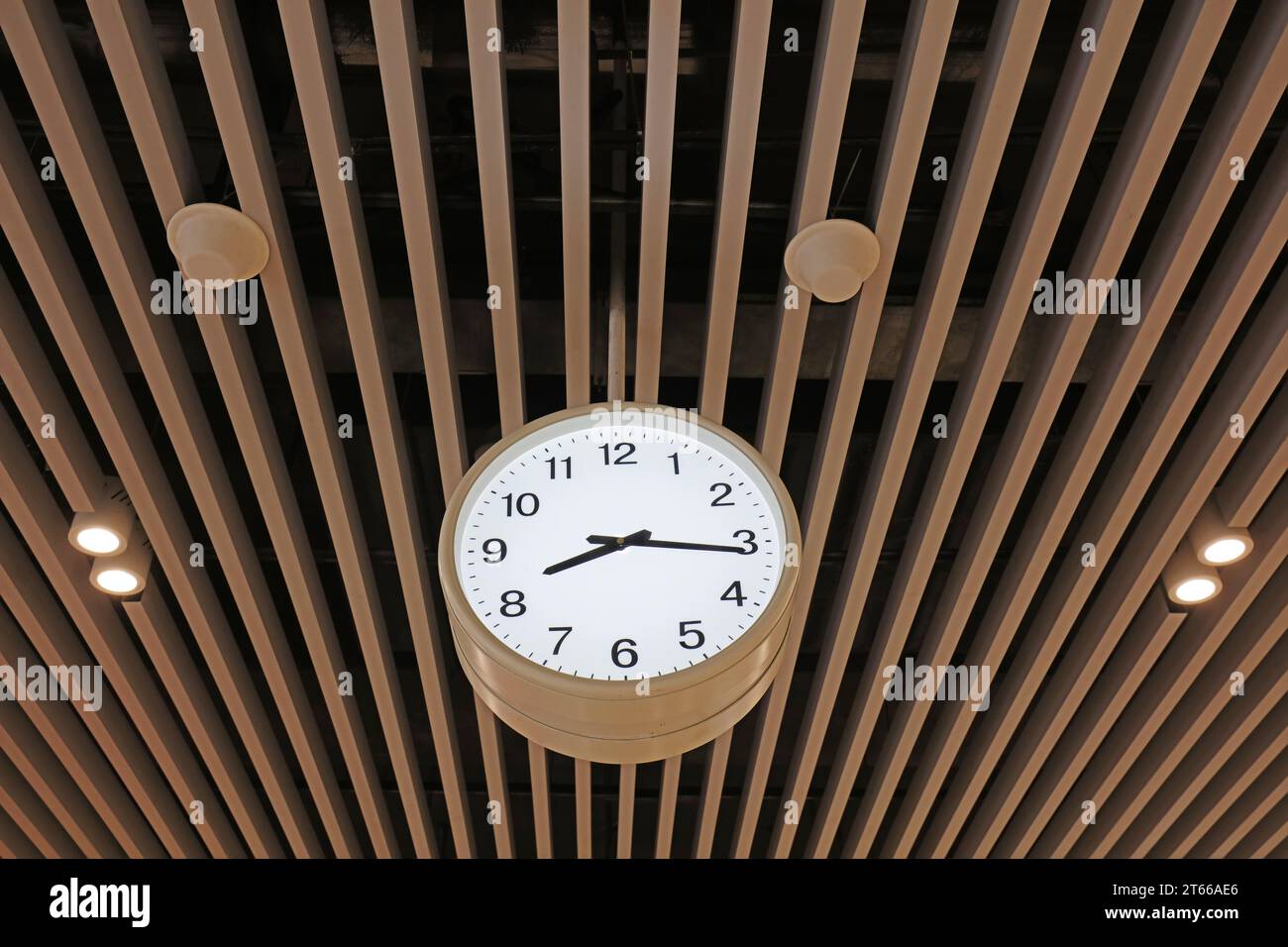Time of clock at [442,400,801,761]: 8:16
